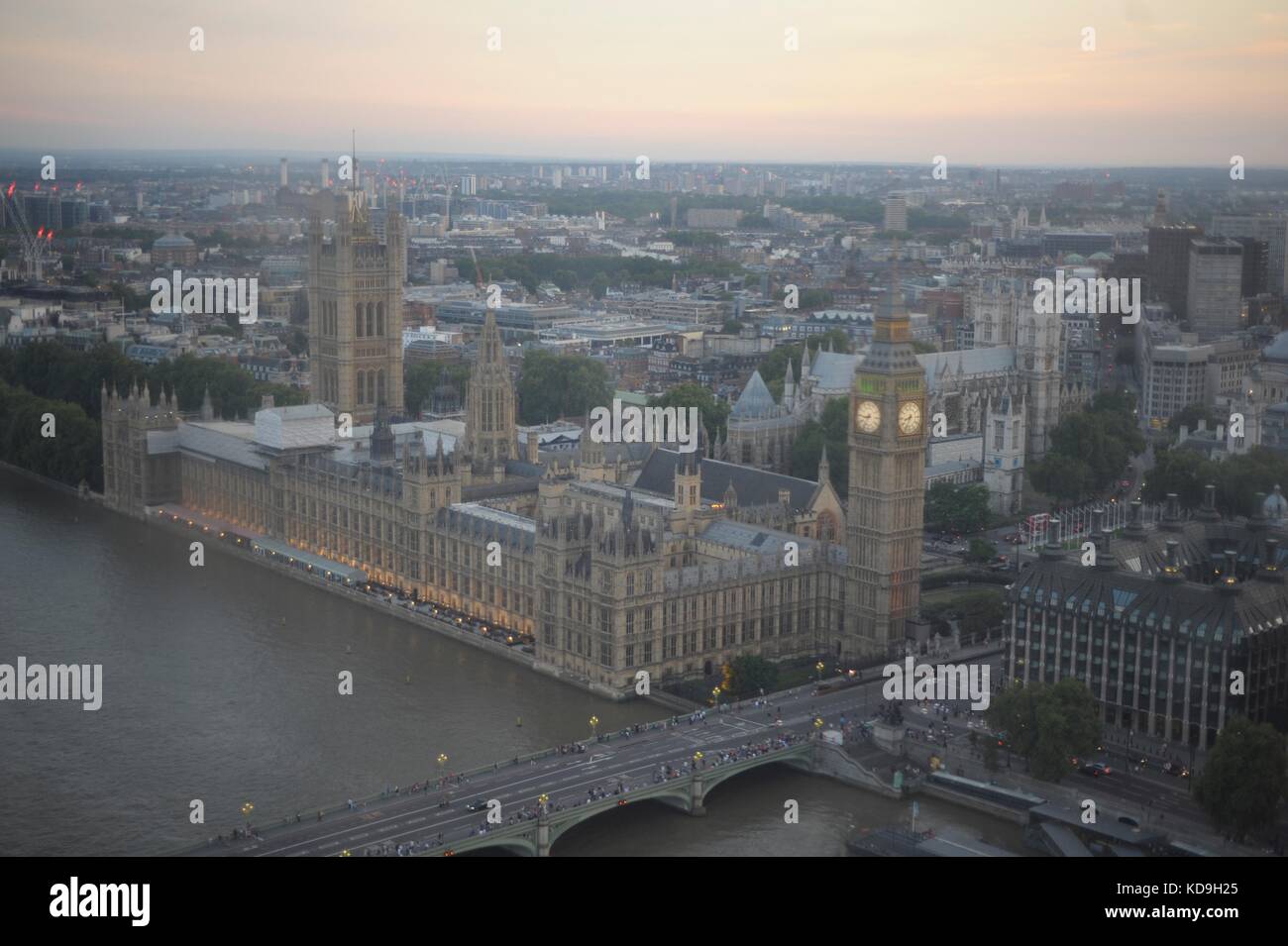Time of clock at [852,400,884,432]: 8:34
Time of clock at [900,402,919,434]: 8:34
